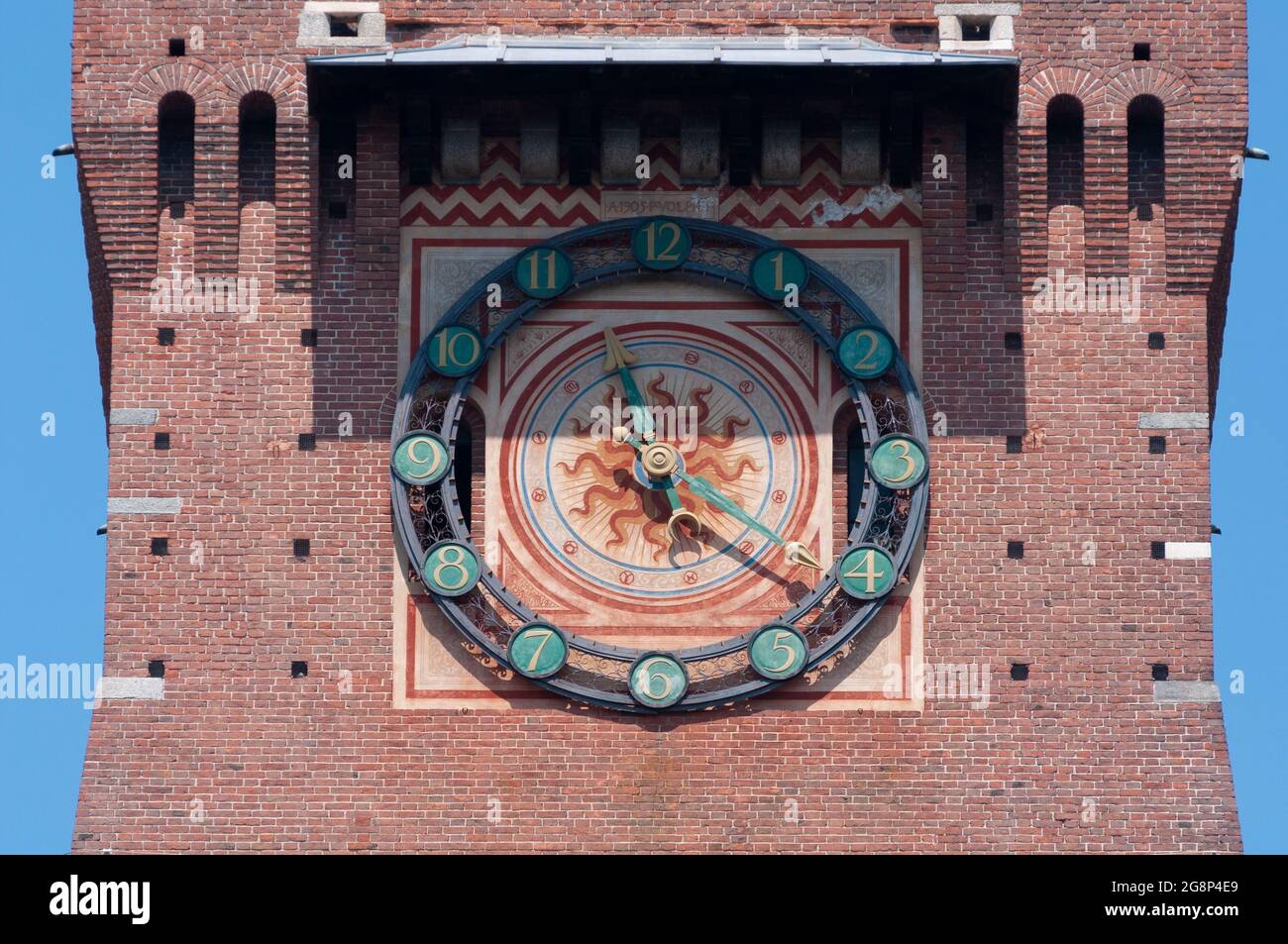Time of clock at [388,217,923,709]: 11:21
